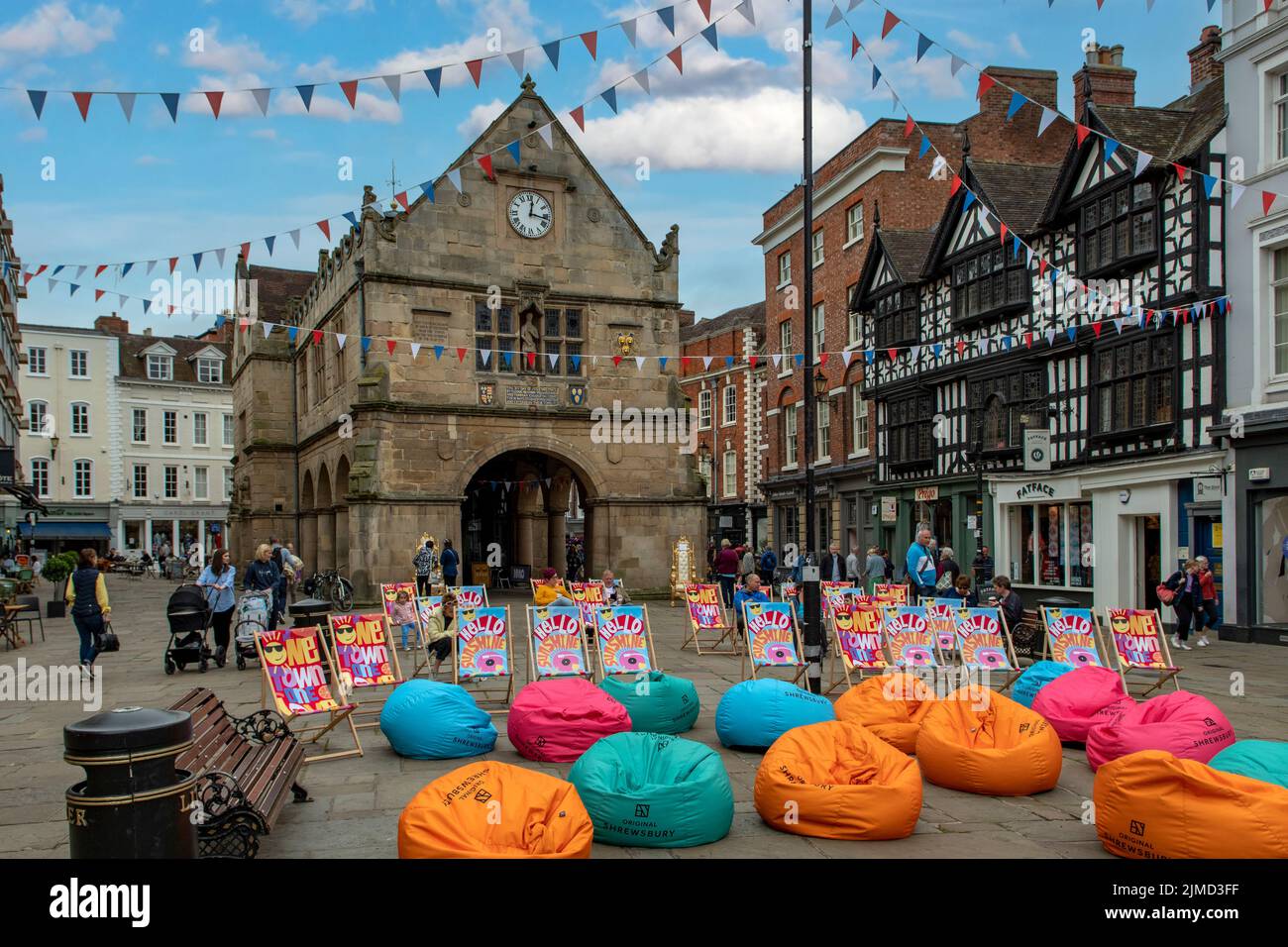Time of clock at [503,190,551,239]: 12:16
